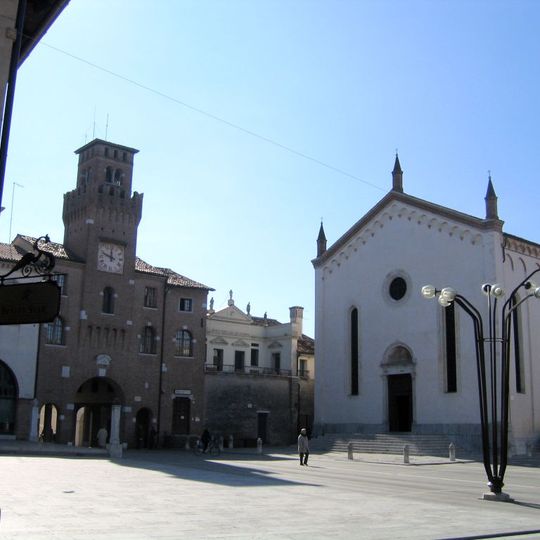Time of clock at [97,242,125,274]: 11:48
